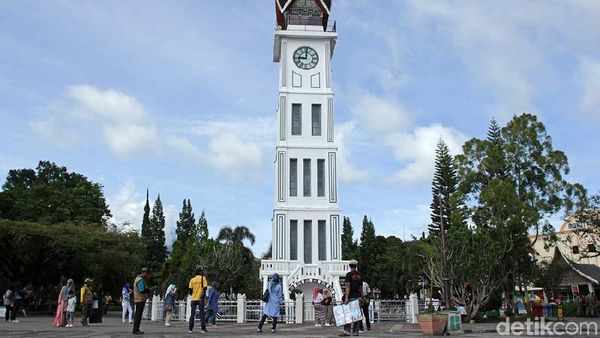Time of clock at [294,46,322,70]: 9:00
